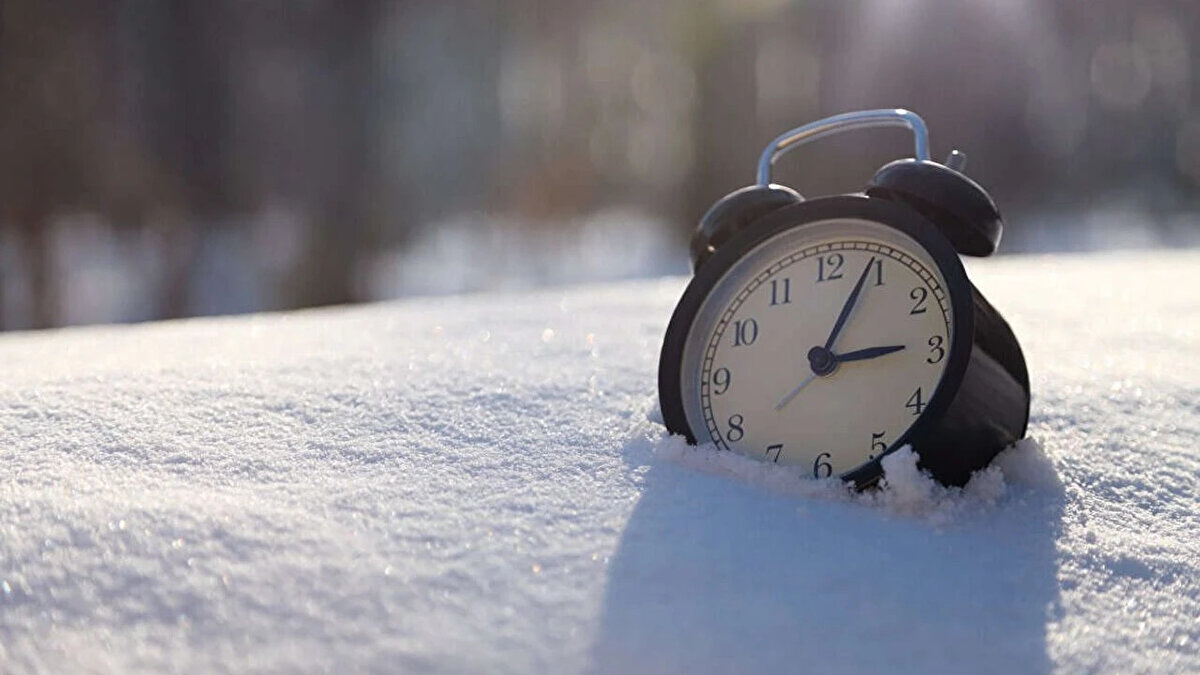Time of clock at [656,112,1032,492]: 3:04
